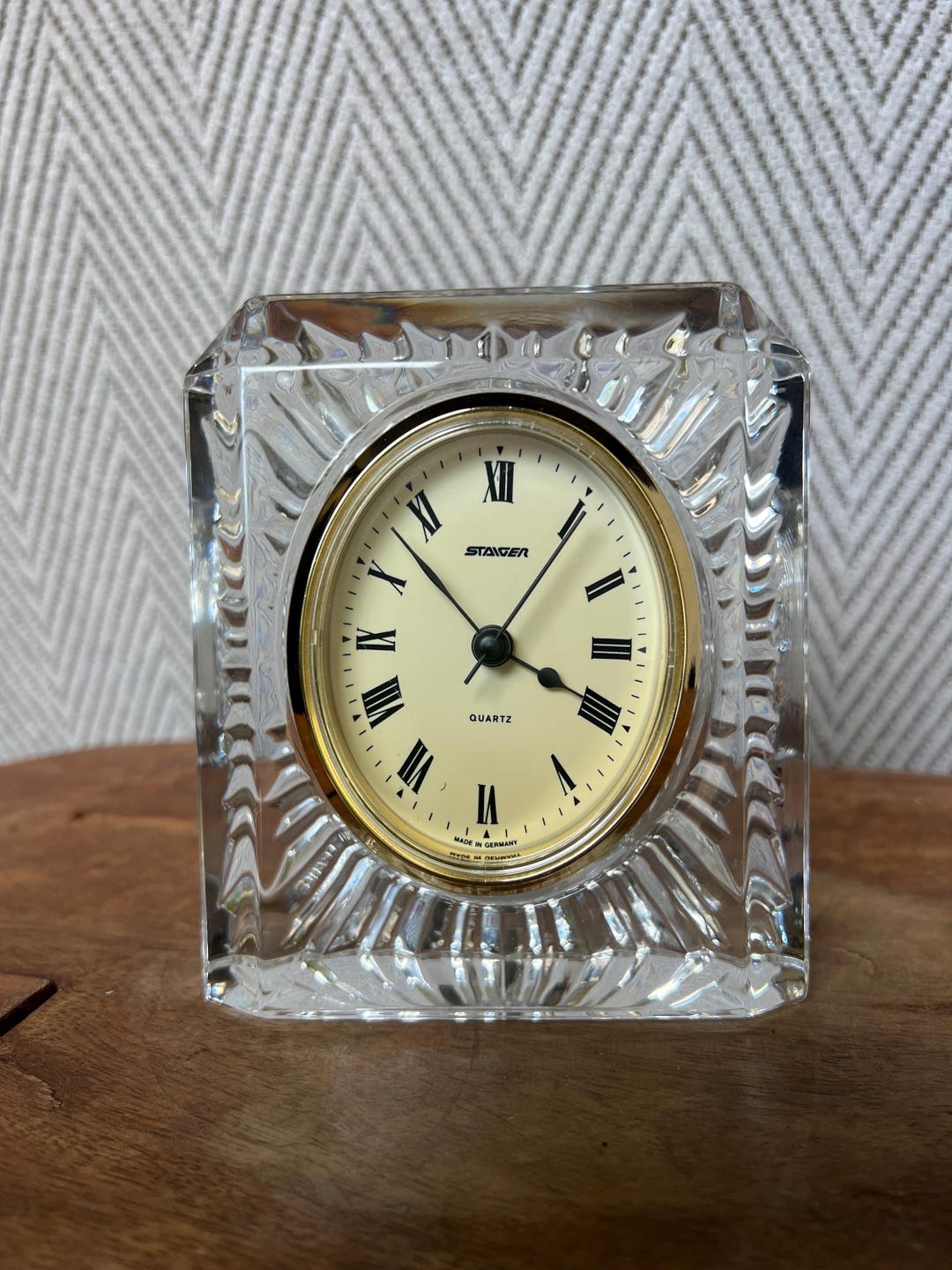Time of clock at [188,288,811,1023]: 3:52
